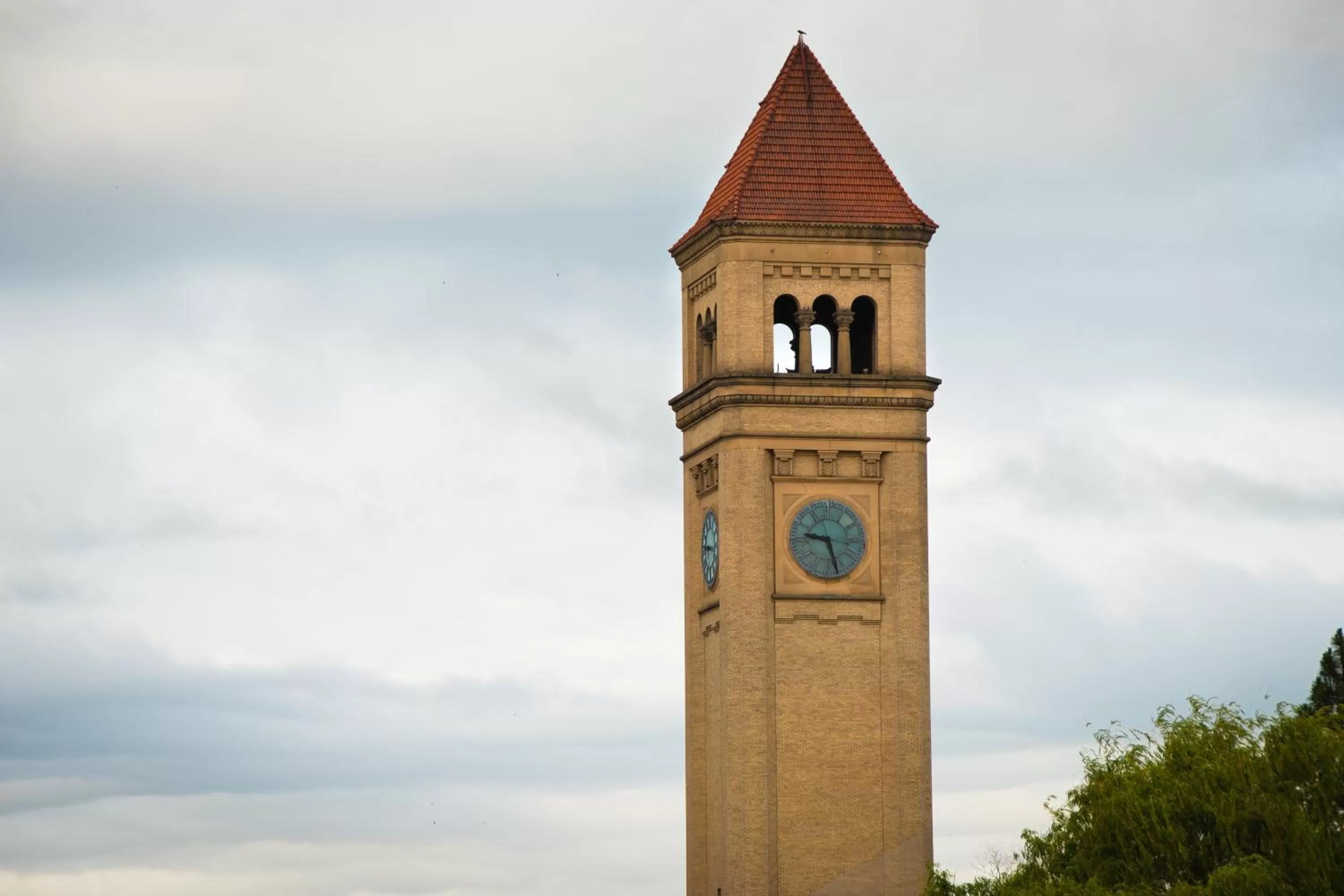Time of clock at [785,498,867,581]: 9:27
